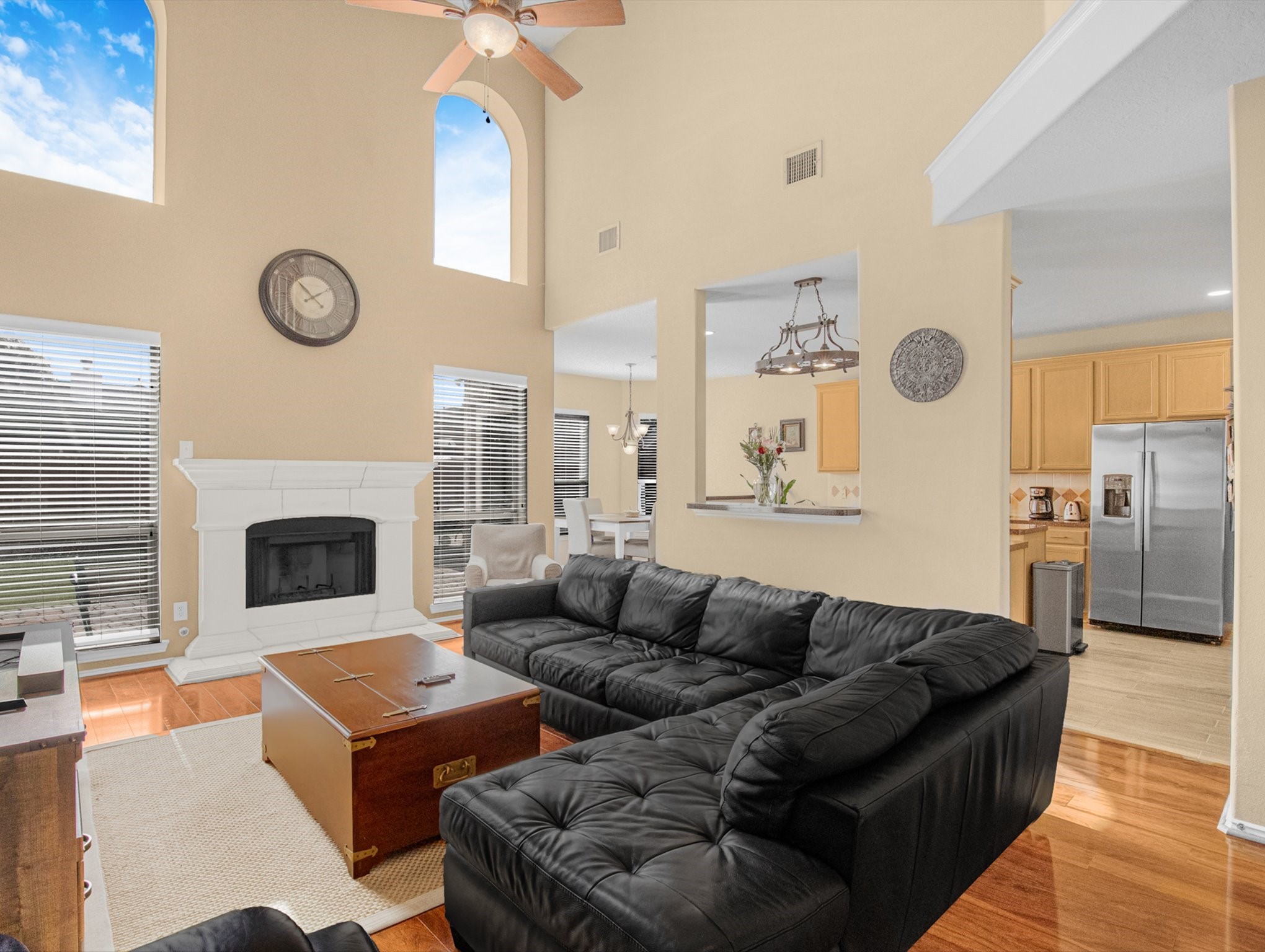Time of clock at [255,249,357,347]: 1:52
